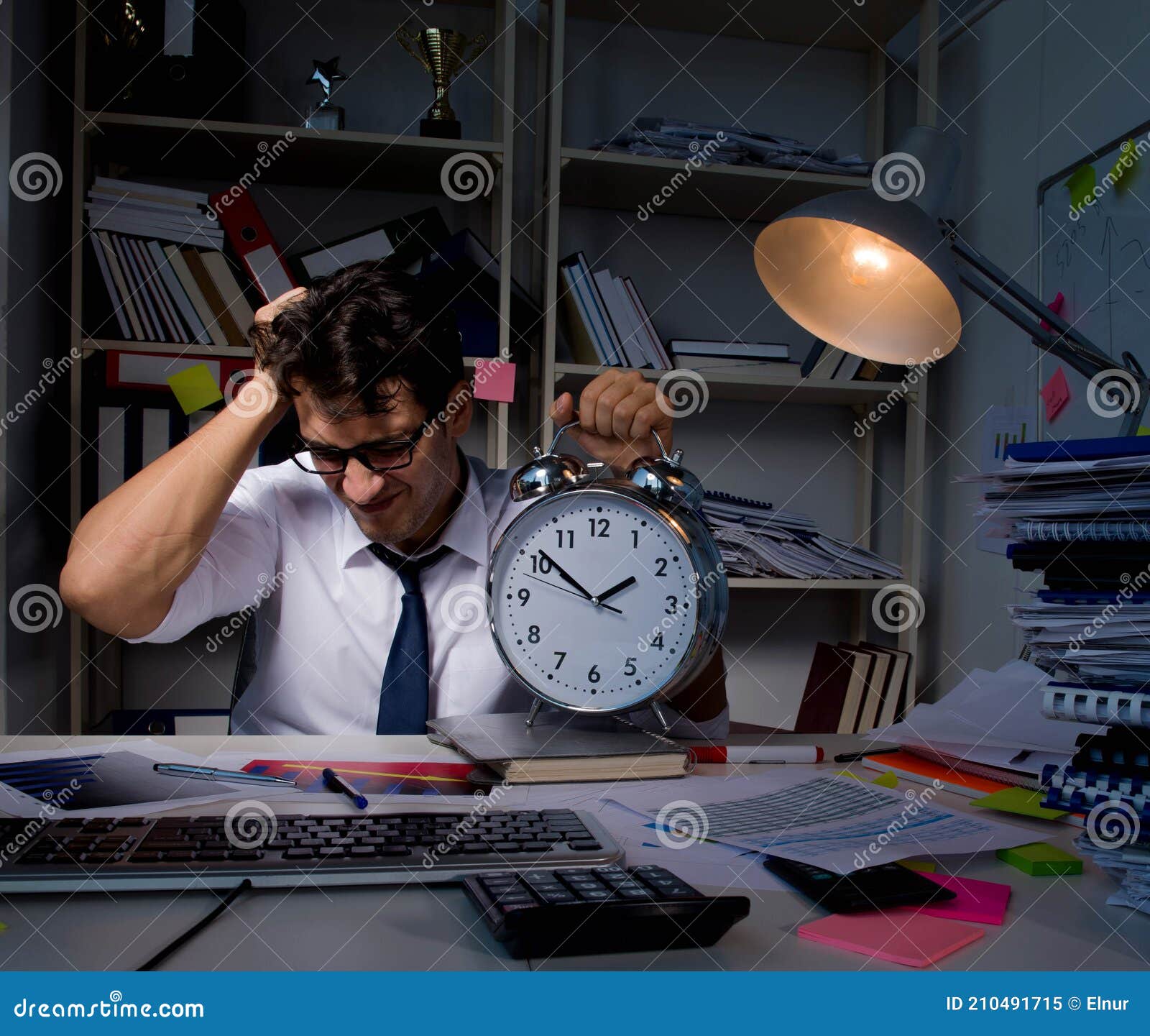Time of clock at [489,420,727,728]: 1:51
